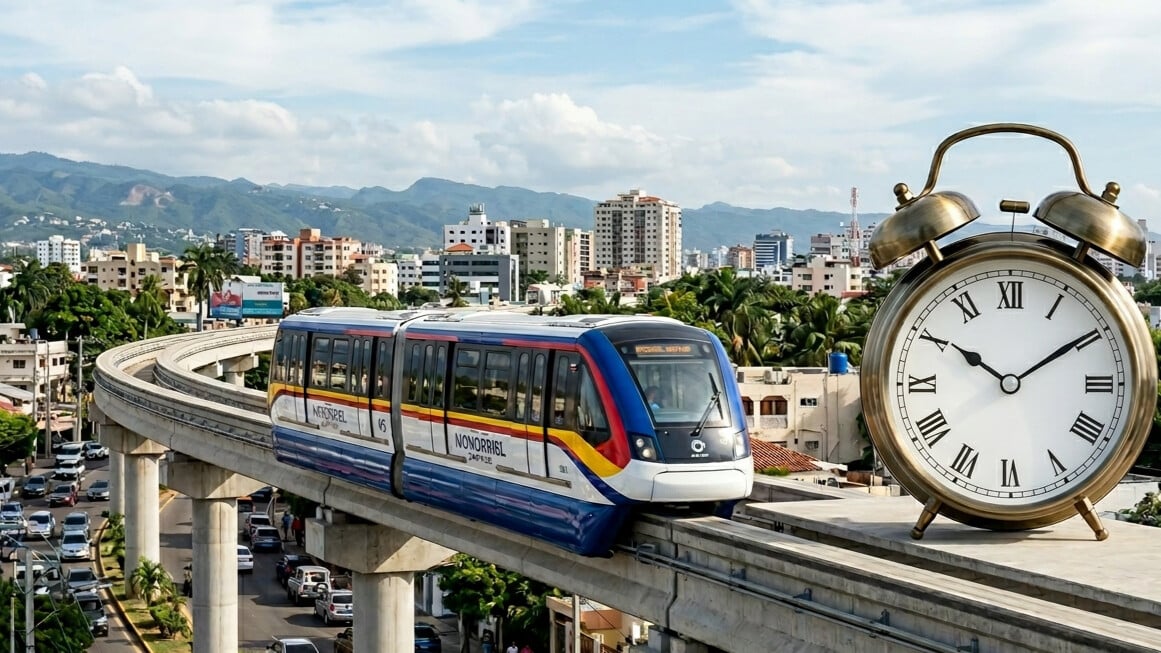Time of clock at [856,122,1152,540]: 10:09
